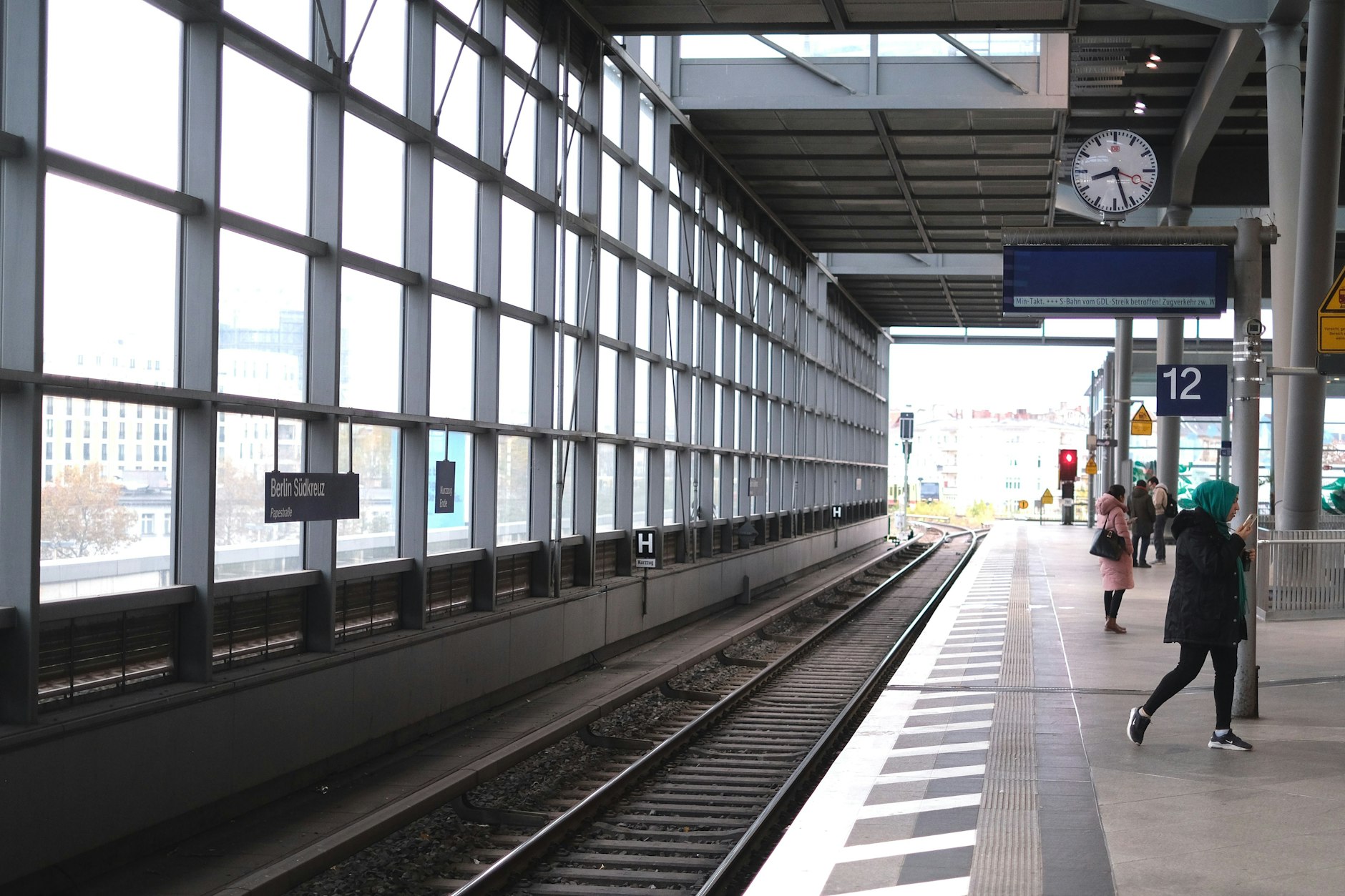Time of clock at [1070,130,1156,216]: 8:26
